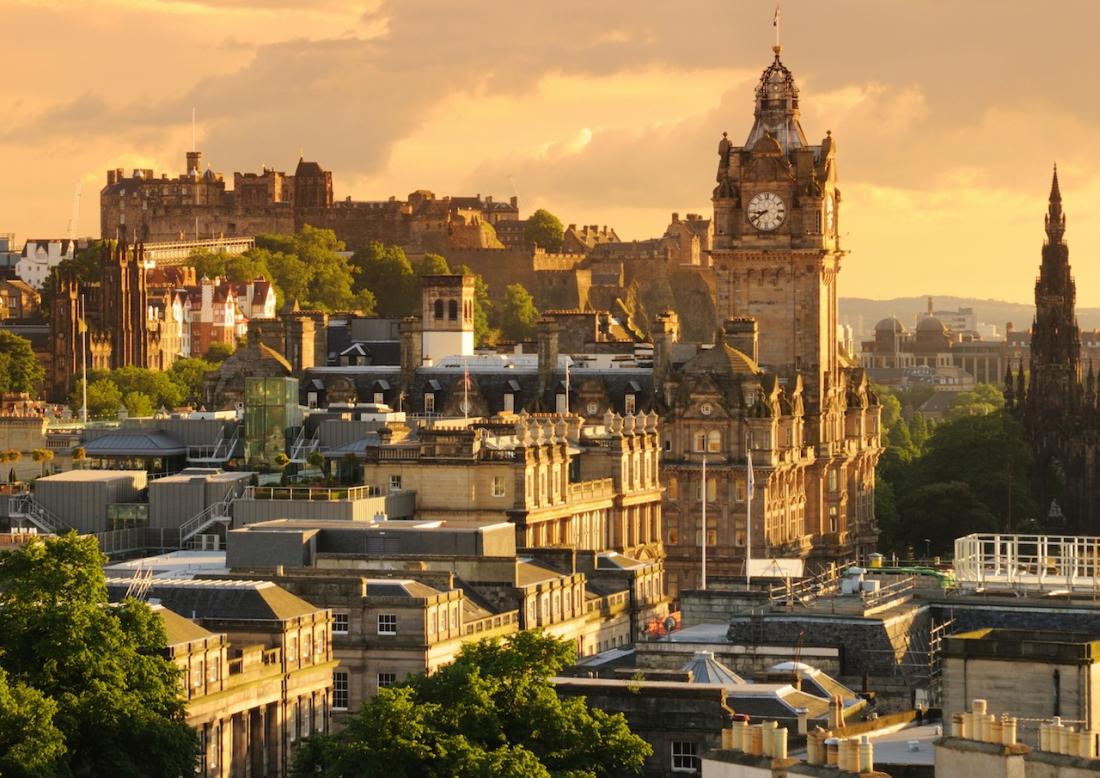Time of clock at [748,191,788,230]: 8:39
